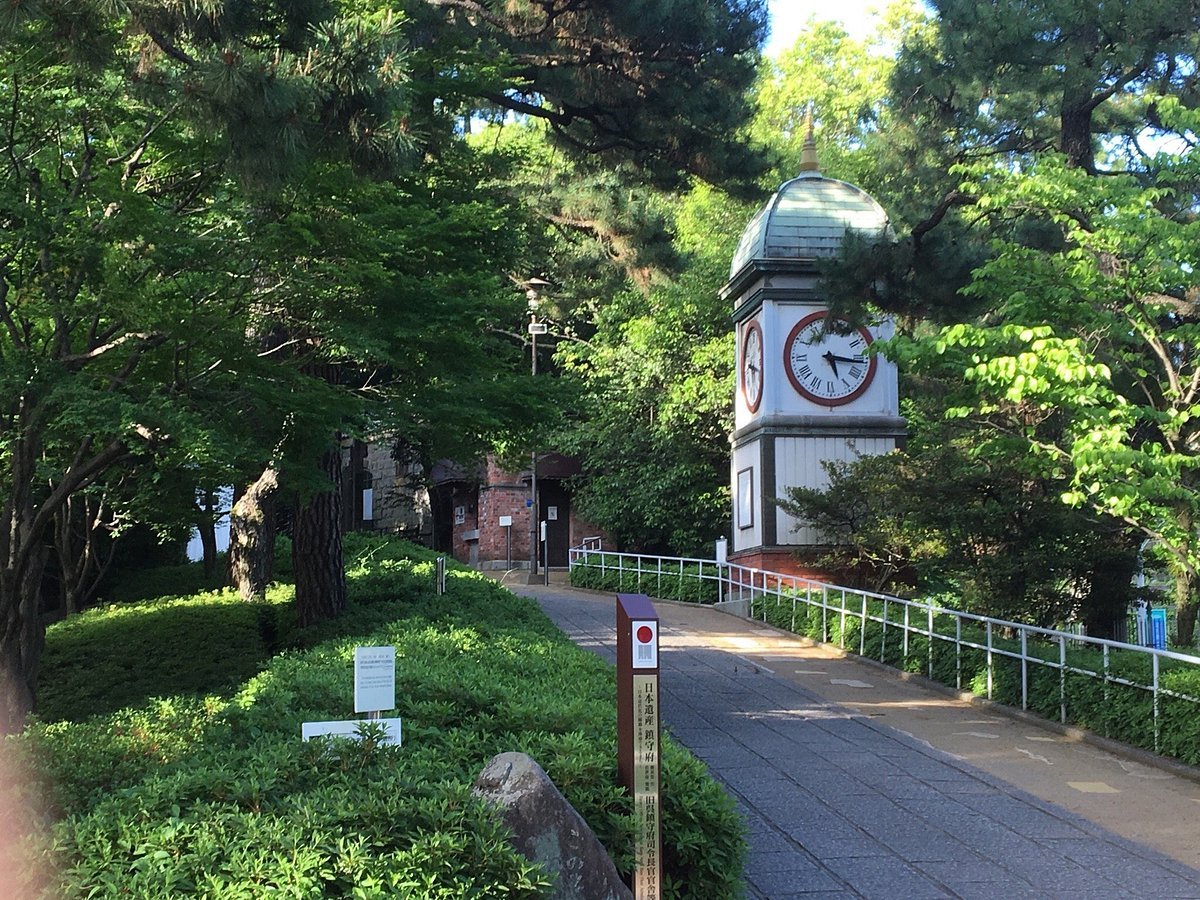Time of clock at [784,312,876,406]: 5:16
